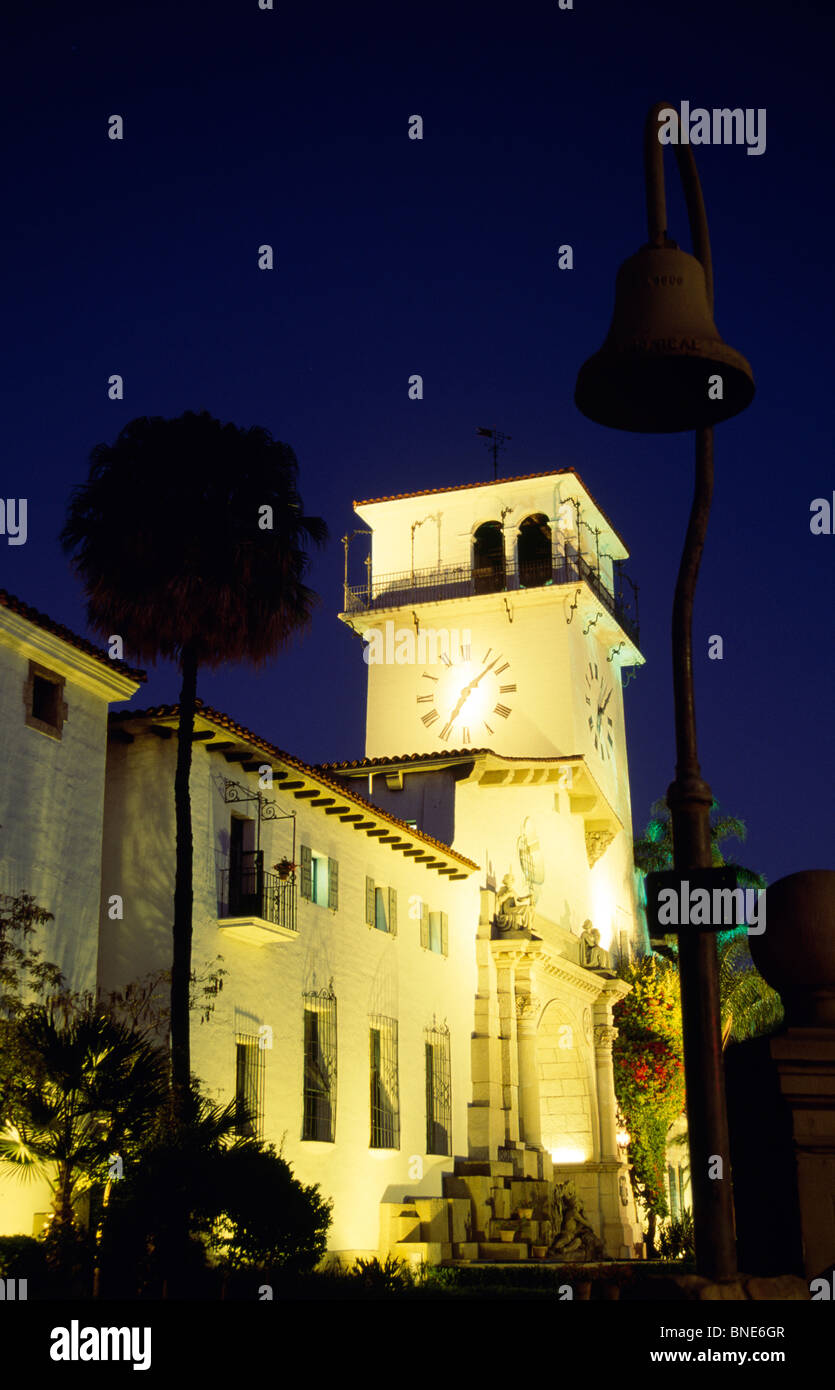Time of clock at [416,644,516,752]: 7:08
